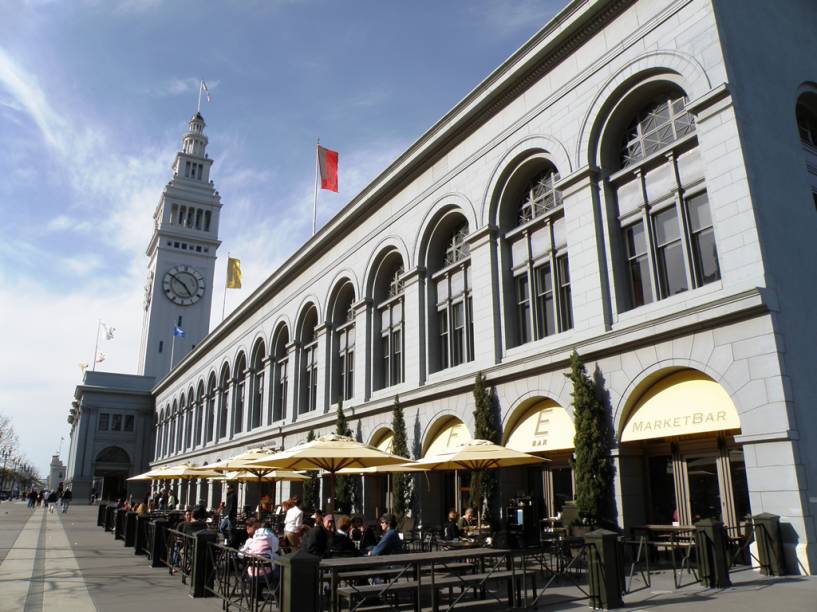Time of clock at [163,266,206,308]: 4:50
